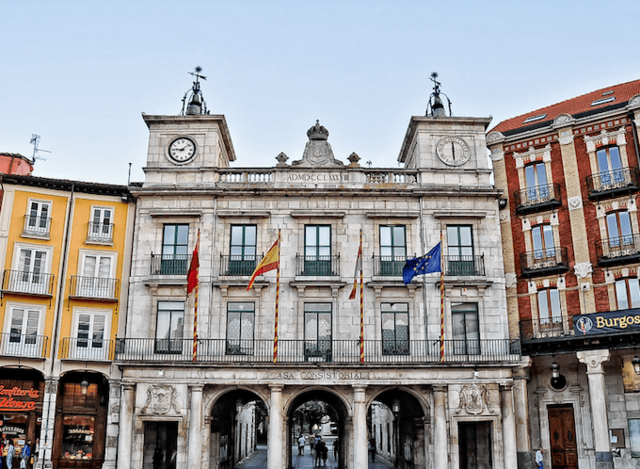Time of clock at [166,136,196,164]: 9:08
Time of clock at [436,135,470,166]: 6:00
